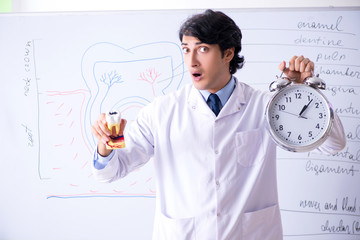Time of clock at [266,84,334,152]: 1:06
